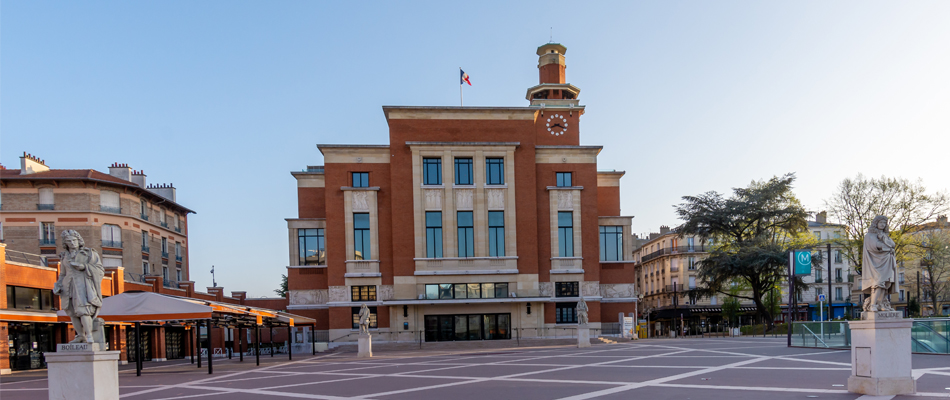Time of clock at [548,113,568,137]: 8:18
